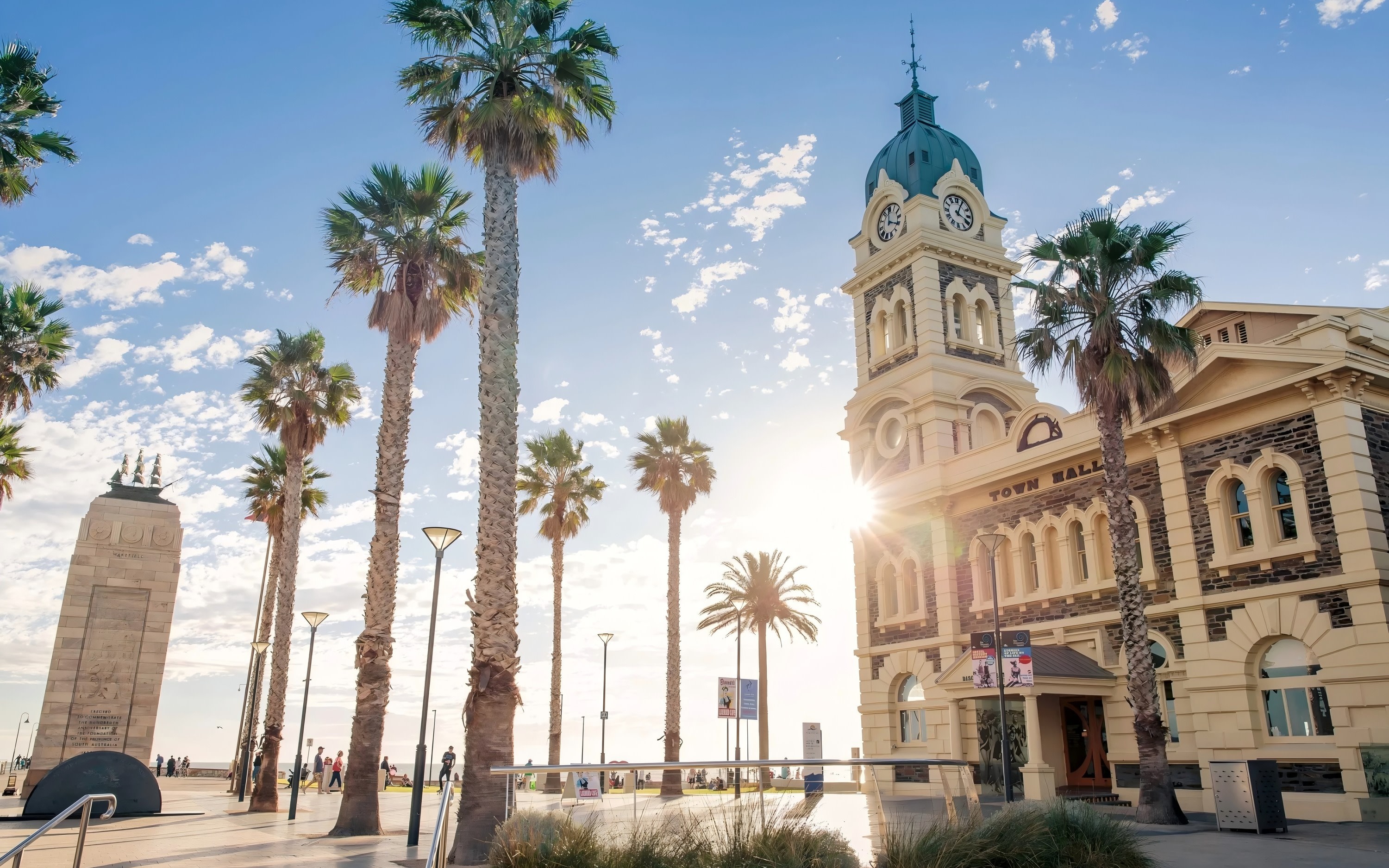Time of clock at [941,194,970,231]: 4:04
